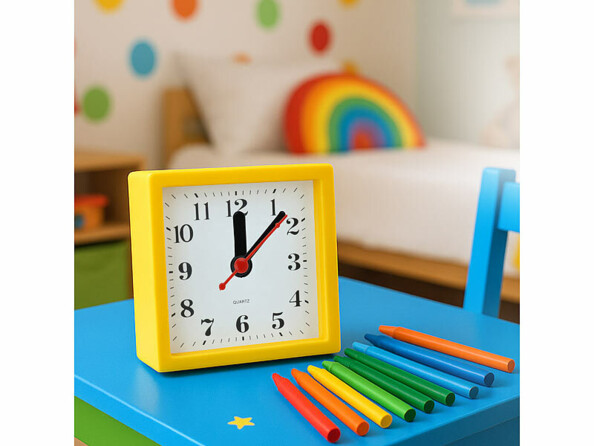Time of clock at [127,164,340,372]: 12:07
